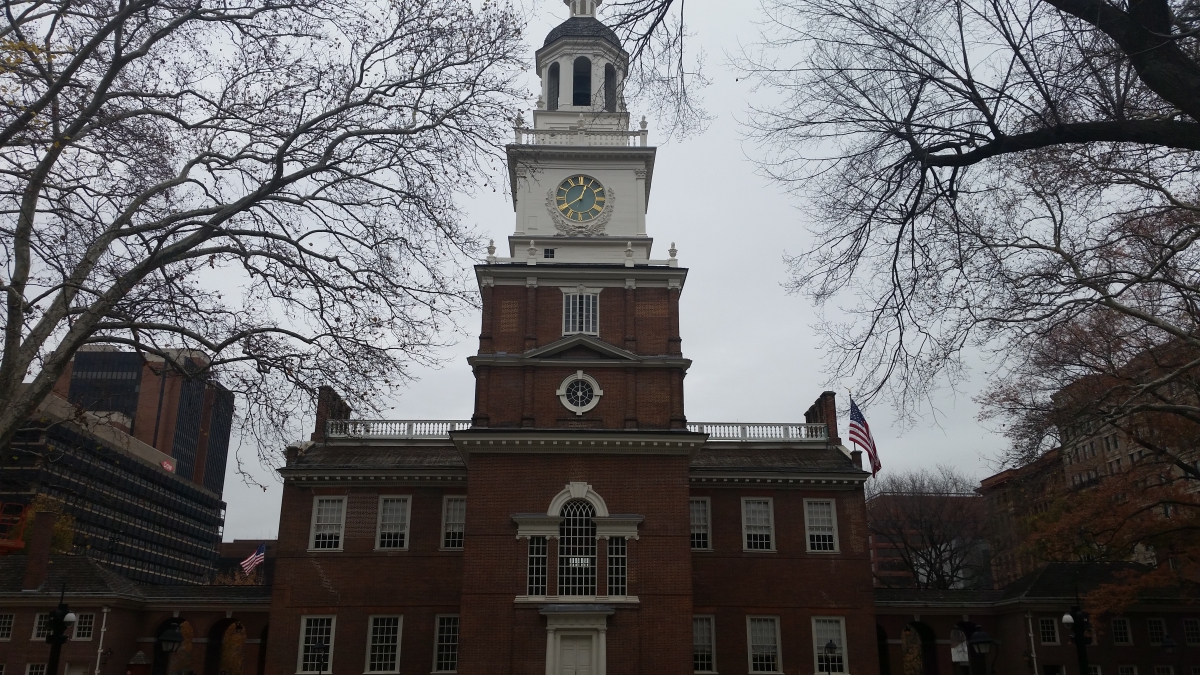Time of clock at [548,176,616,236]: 12:39
